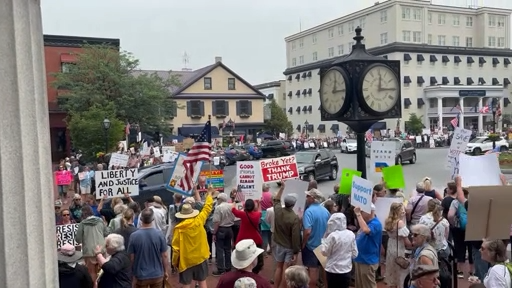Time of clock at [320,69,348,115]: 12:14
